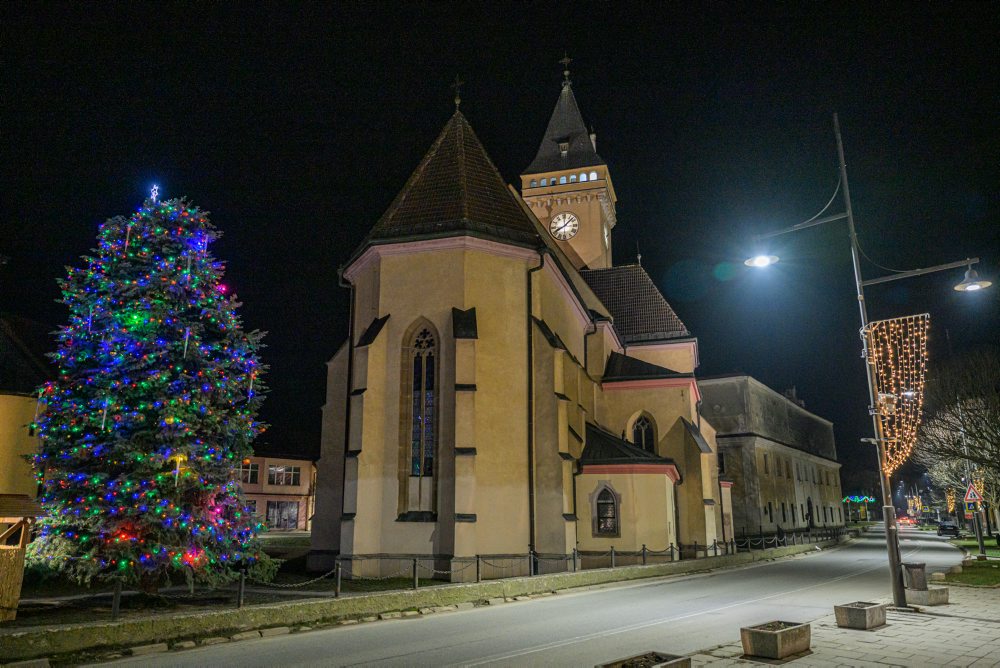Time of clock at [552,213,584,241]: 8:07
